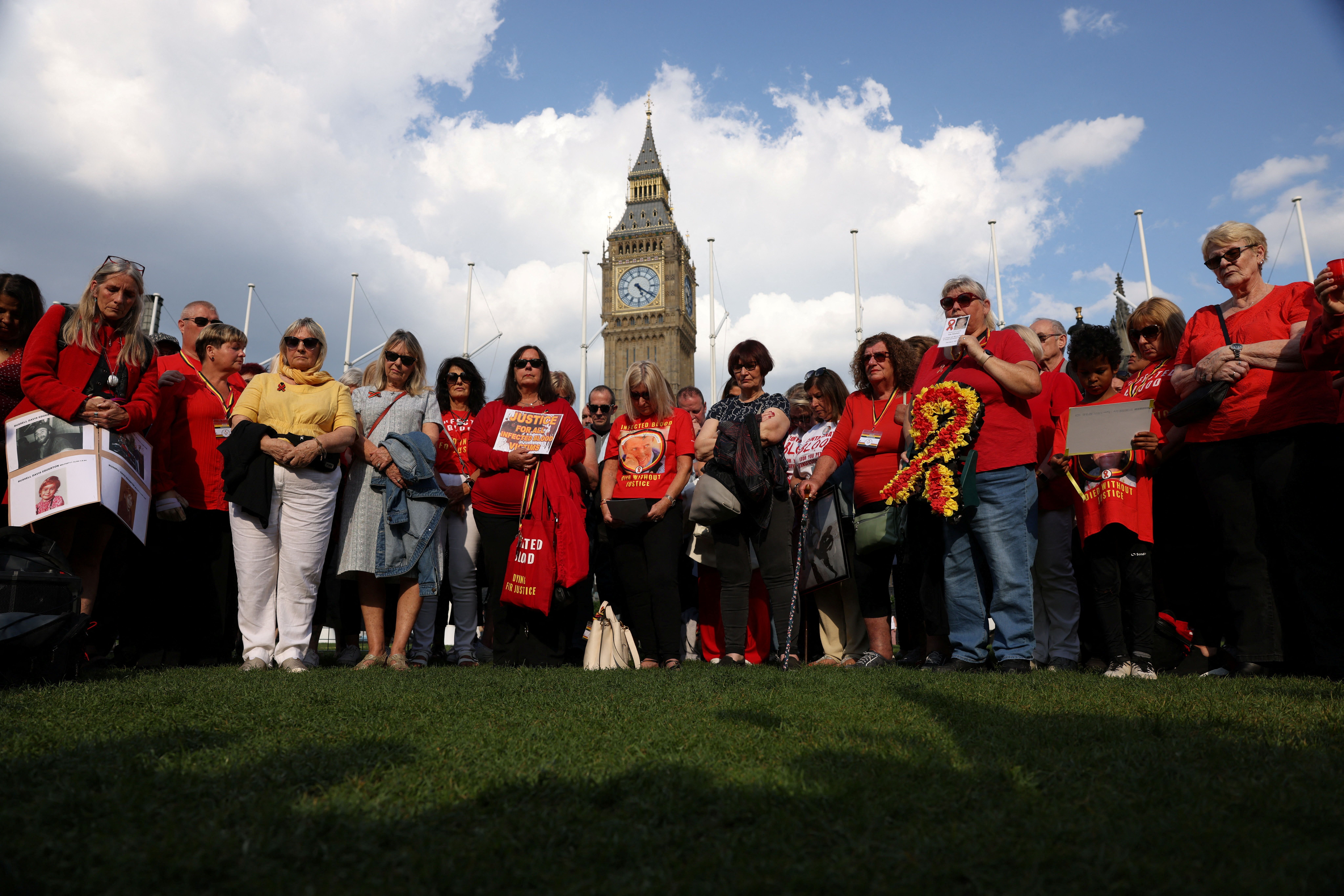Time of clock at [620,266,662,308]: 5:20
